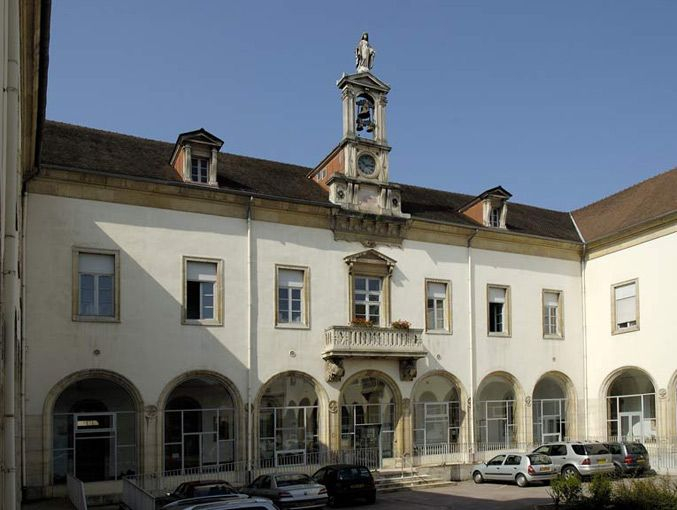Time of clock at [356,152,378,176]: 10:14
